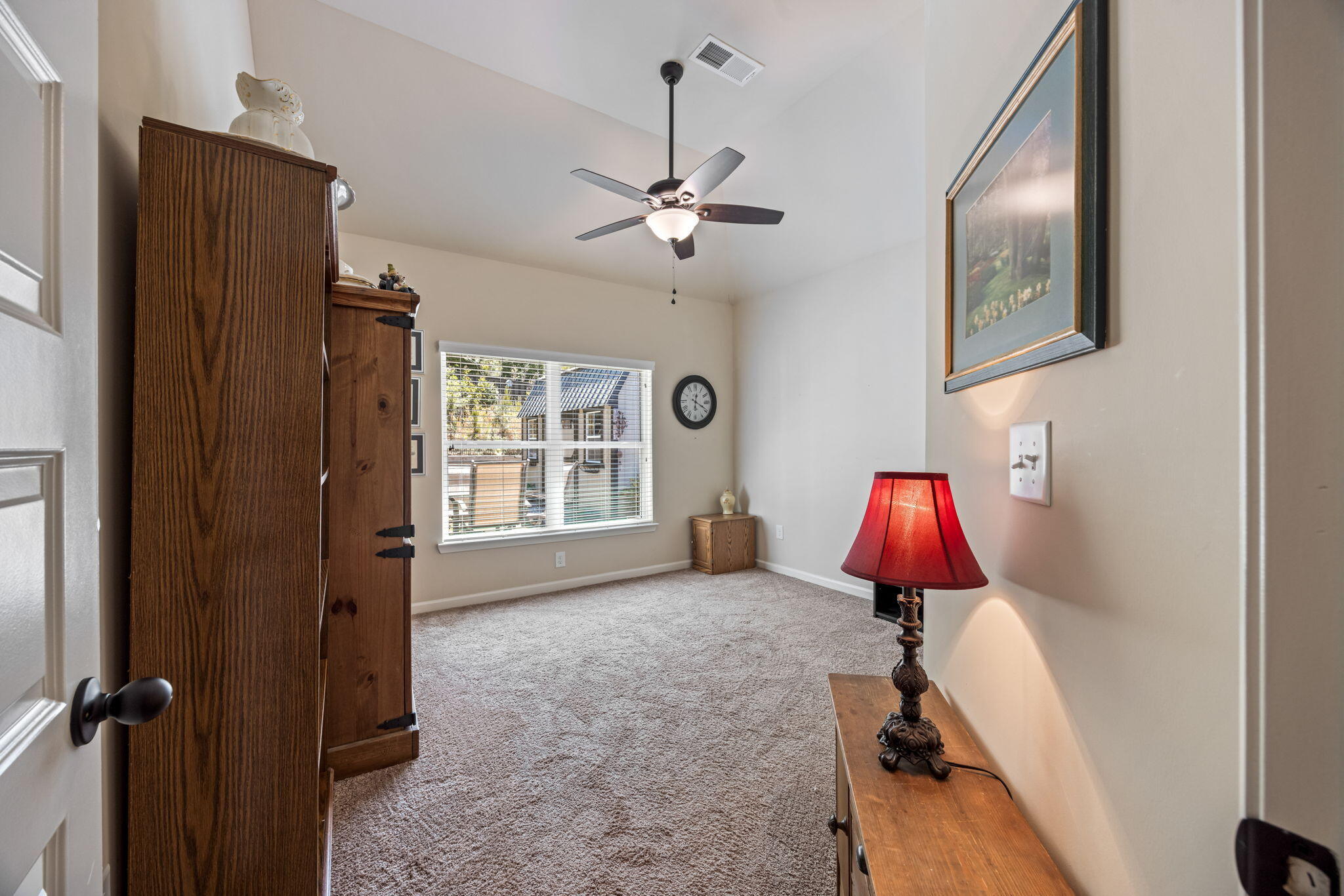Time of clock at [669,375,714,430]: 12:19
